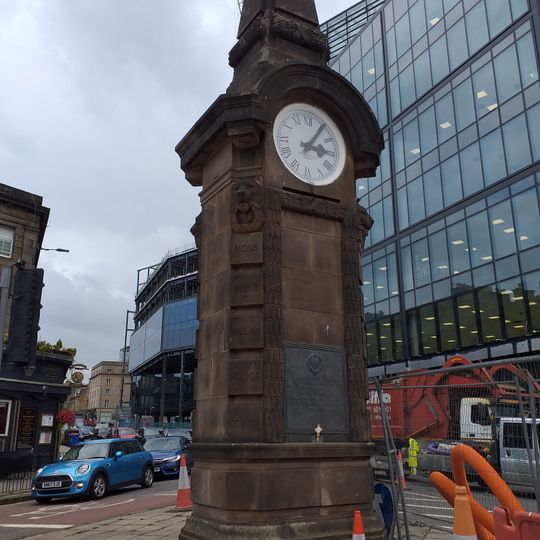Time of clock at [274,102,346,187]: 3:05
